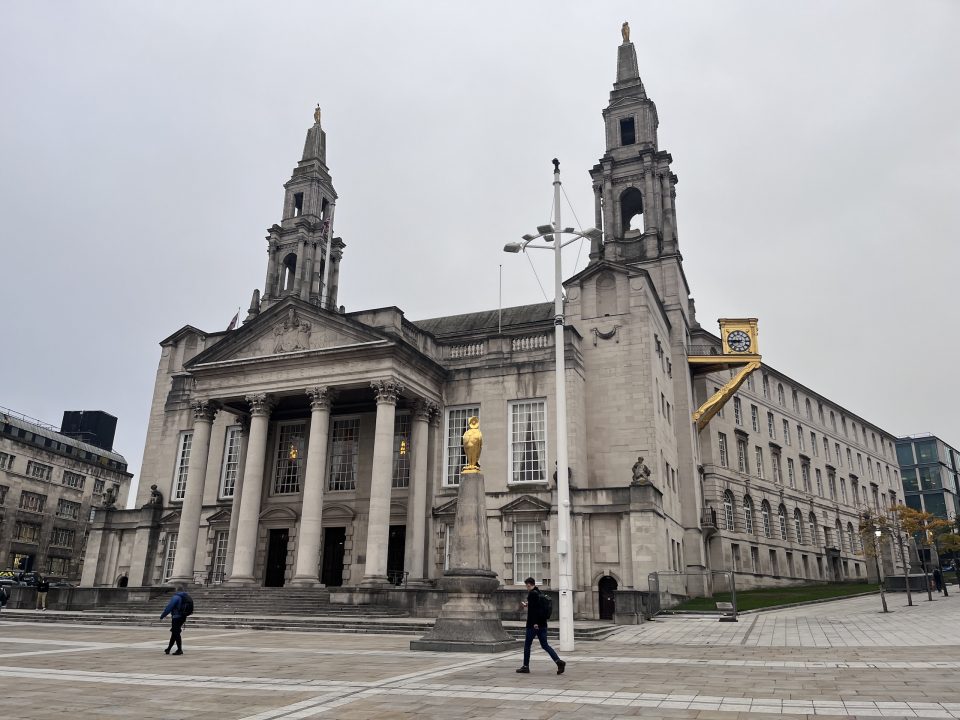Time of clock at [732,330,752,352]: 8:45
